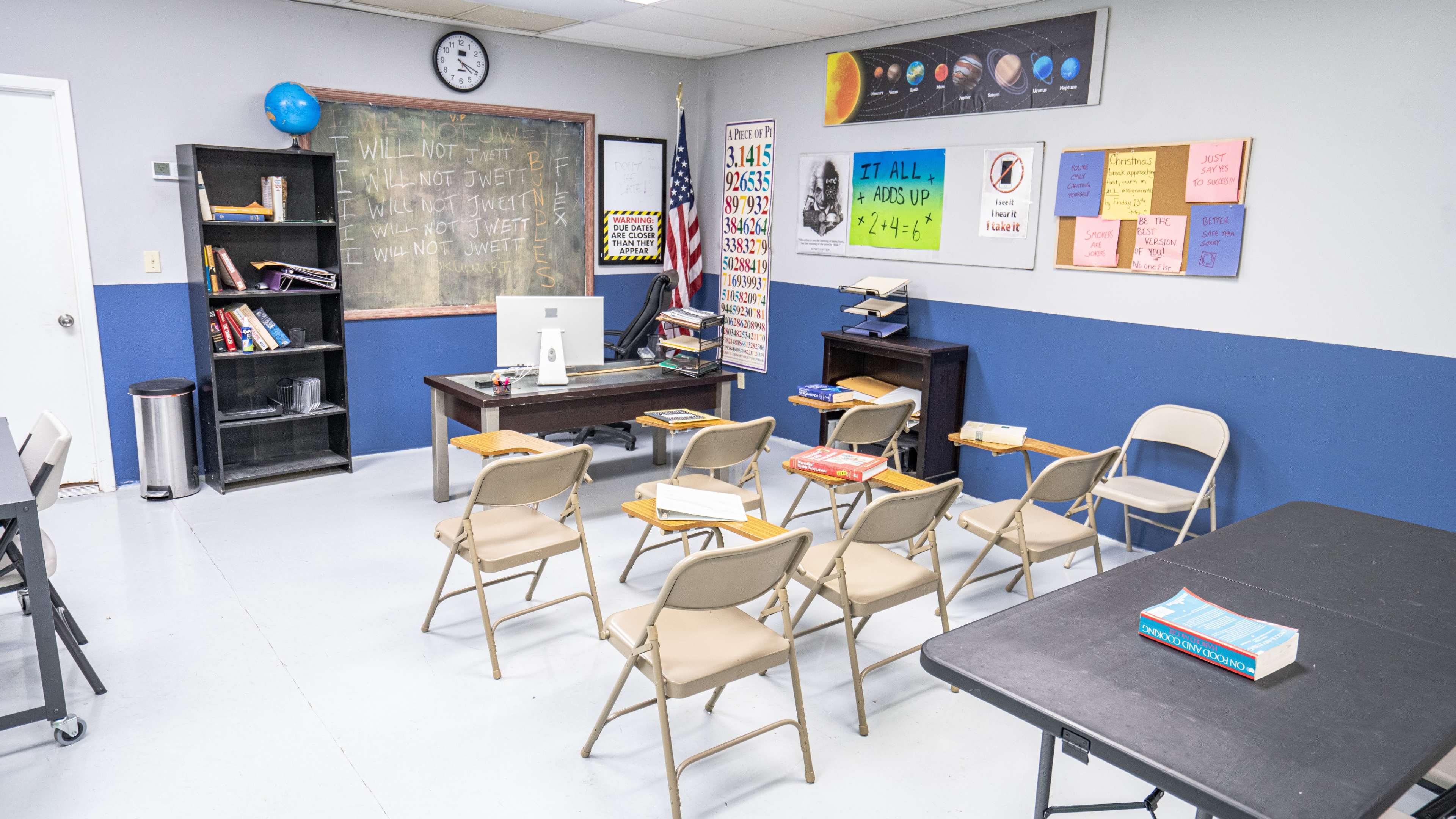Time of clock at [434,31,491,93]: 4:19
